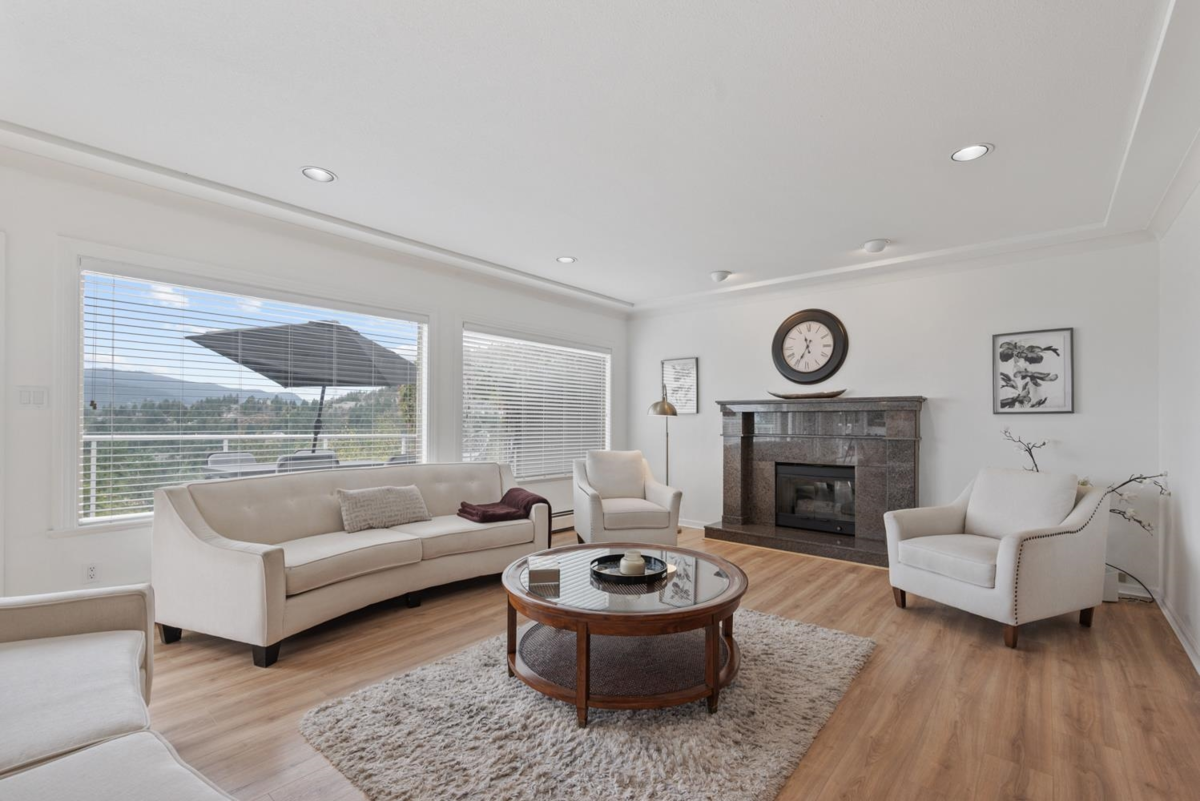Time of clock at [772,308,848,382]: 11:34
